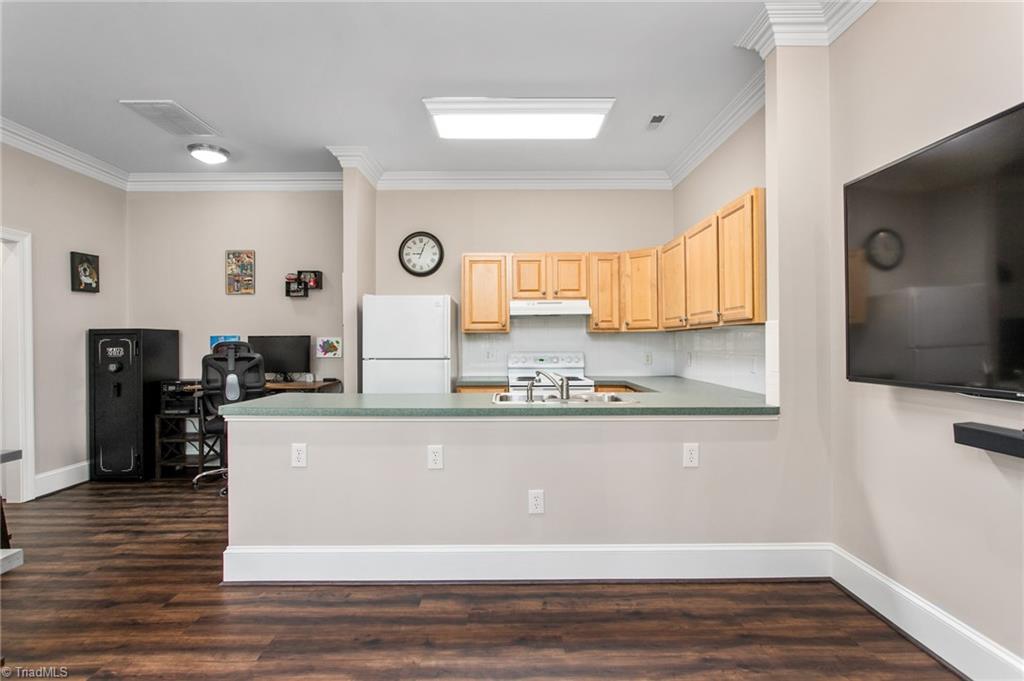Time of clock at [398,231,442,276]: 9:03
